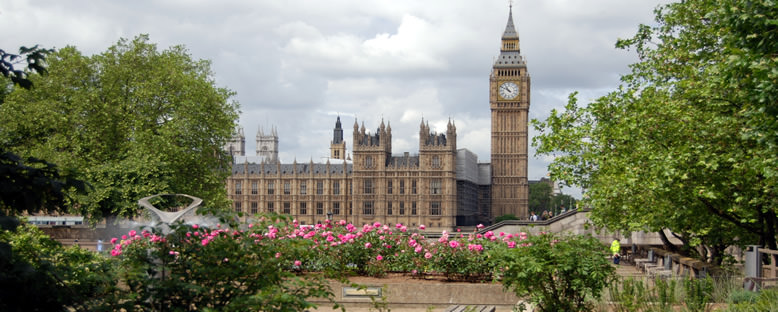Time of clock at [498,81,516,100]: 10:50
